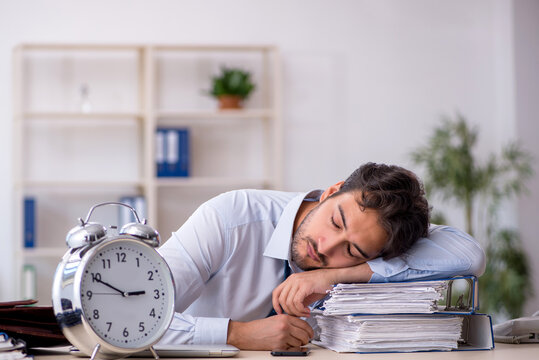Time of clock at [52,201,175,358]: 2:49
